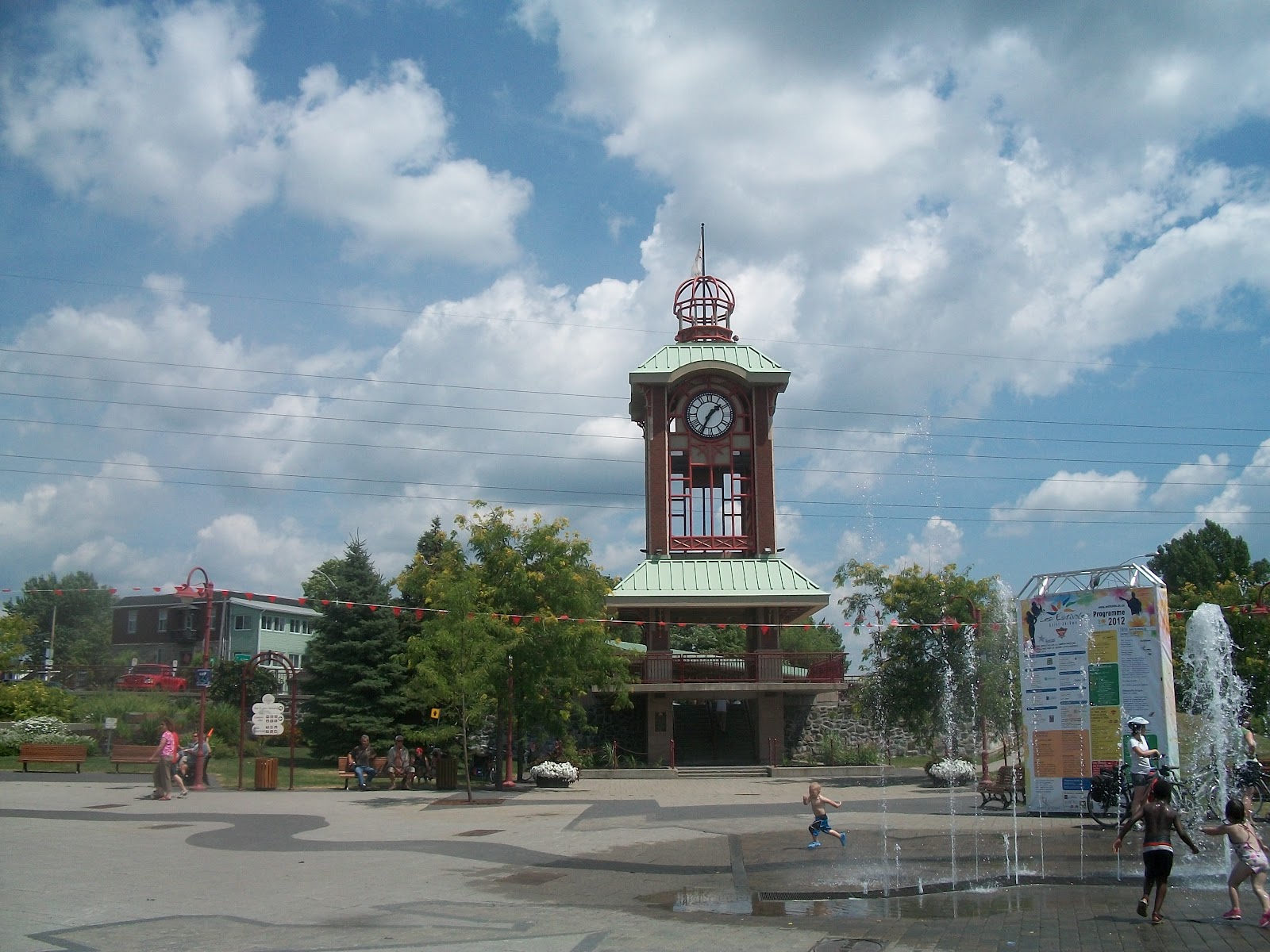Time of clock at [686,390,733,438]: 1:34
